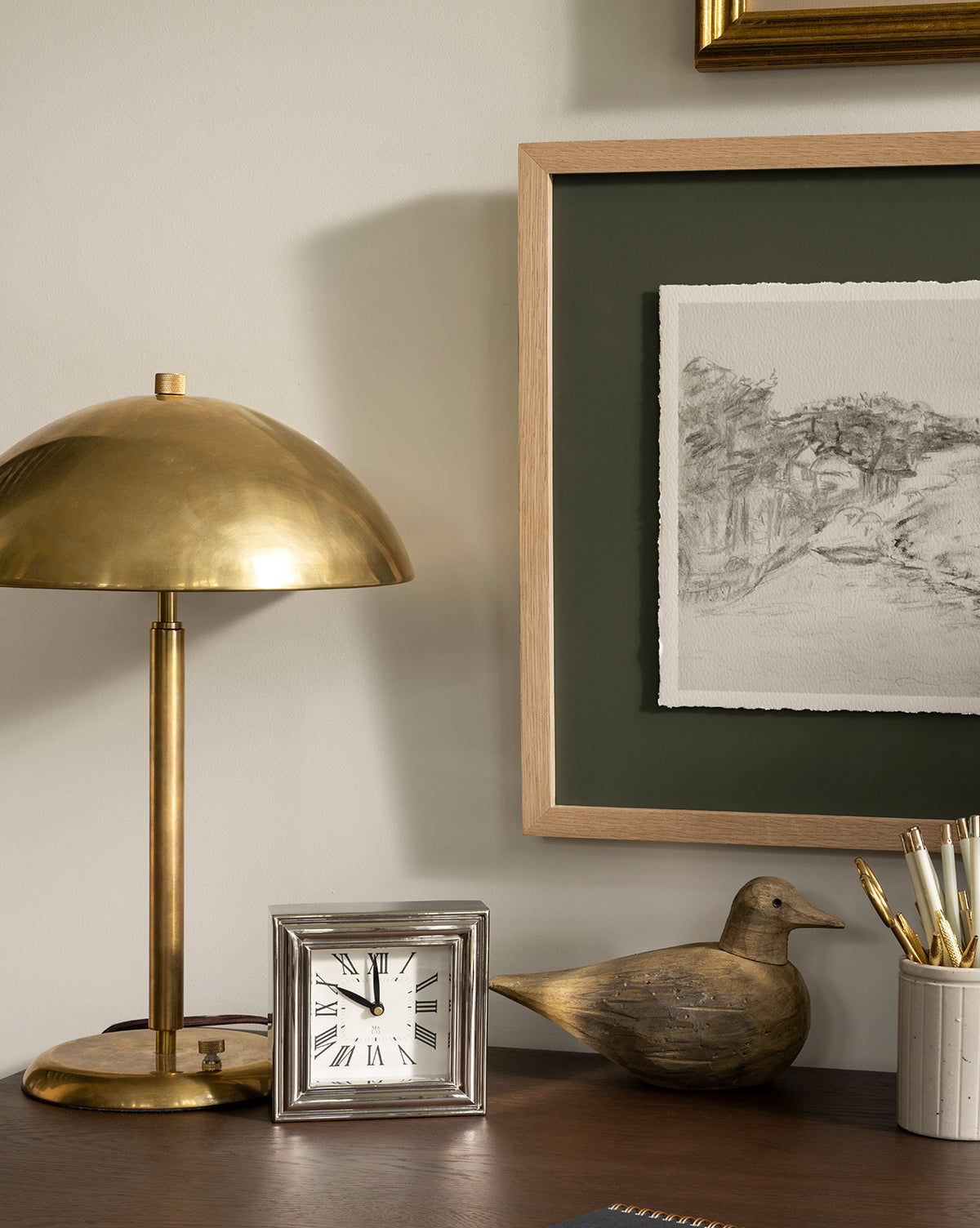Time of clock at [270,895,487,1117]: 9:59
